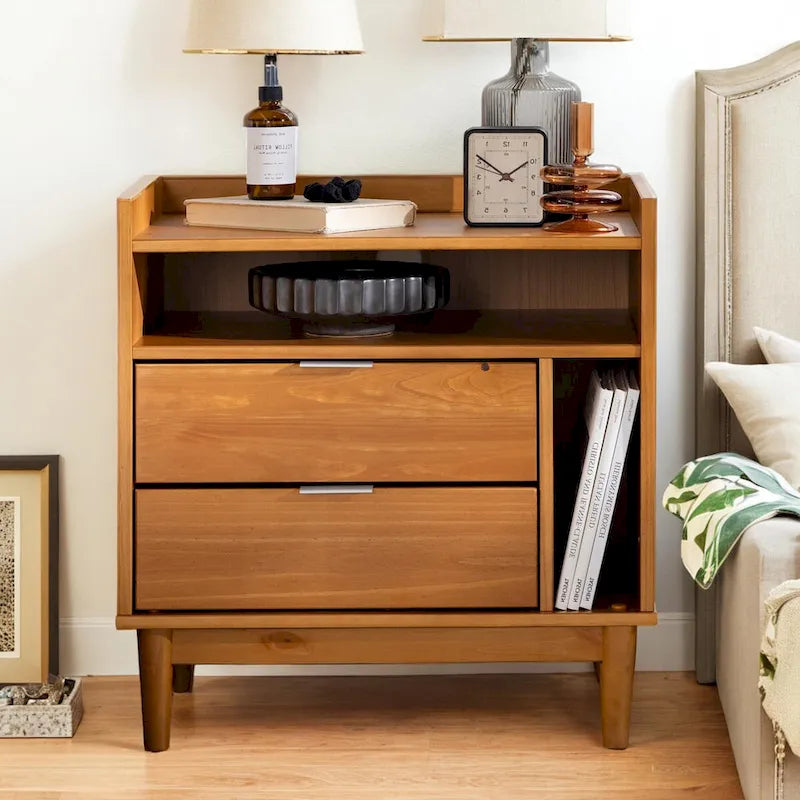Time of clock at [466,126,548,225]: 1:50
